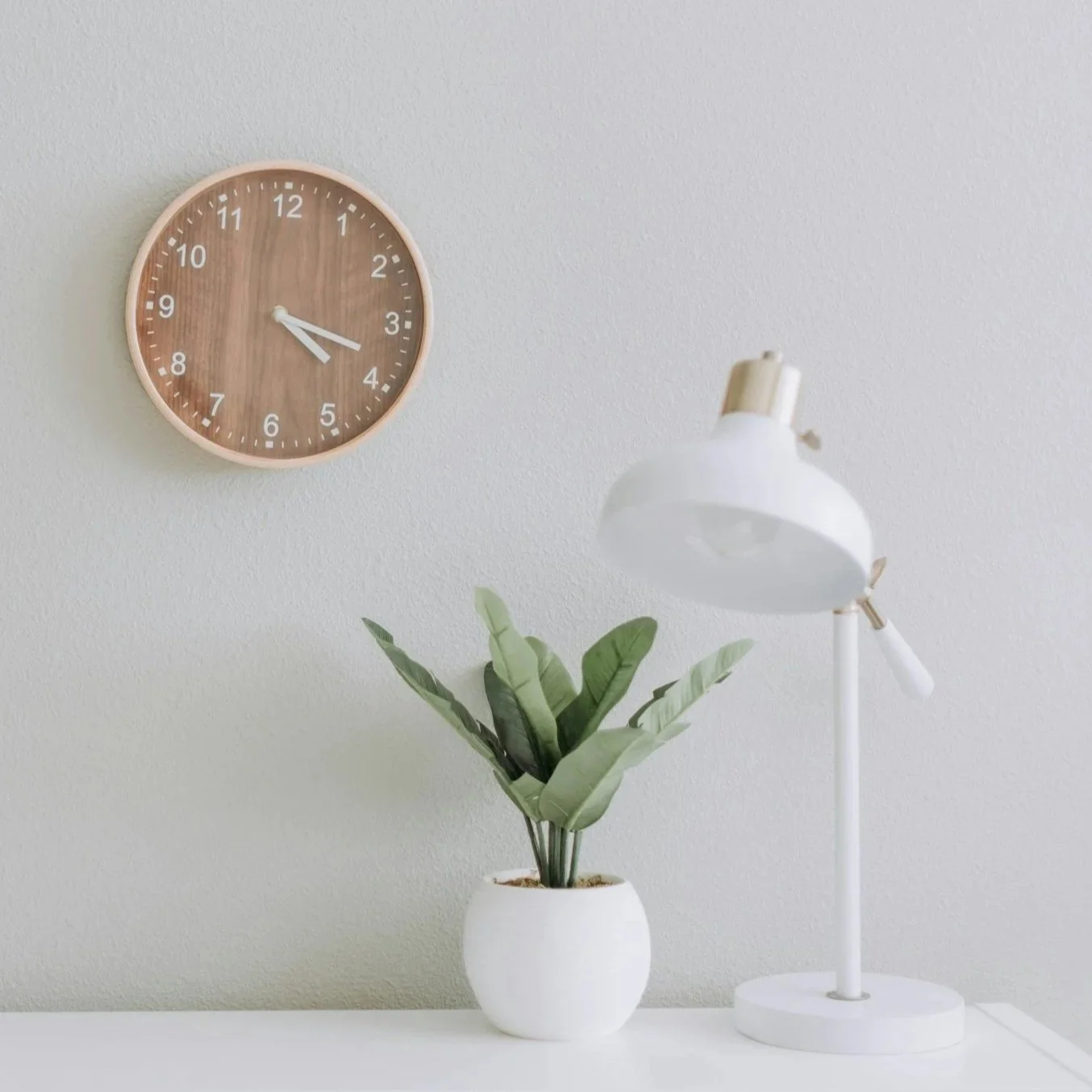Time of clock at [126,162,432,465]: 4:18
